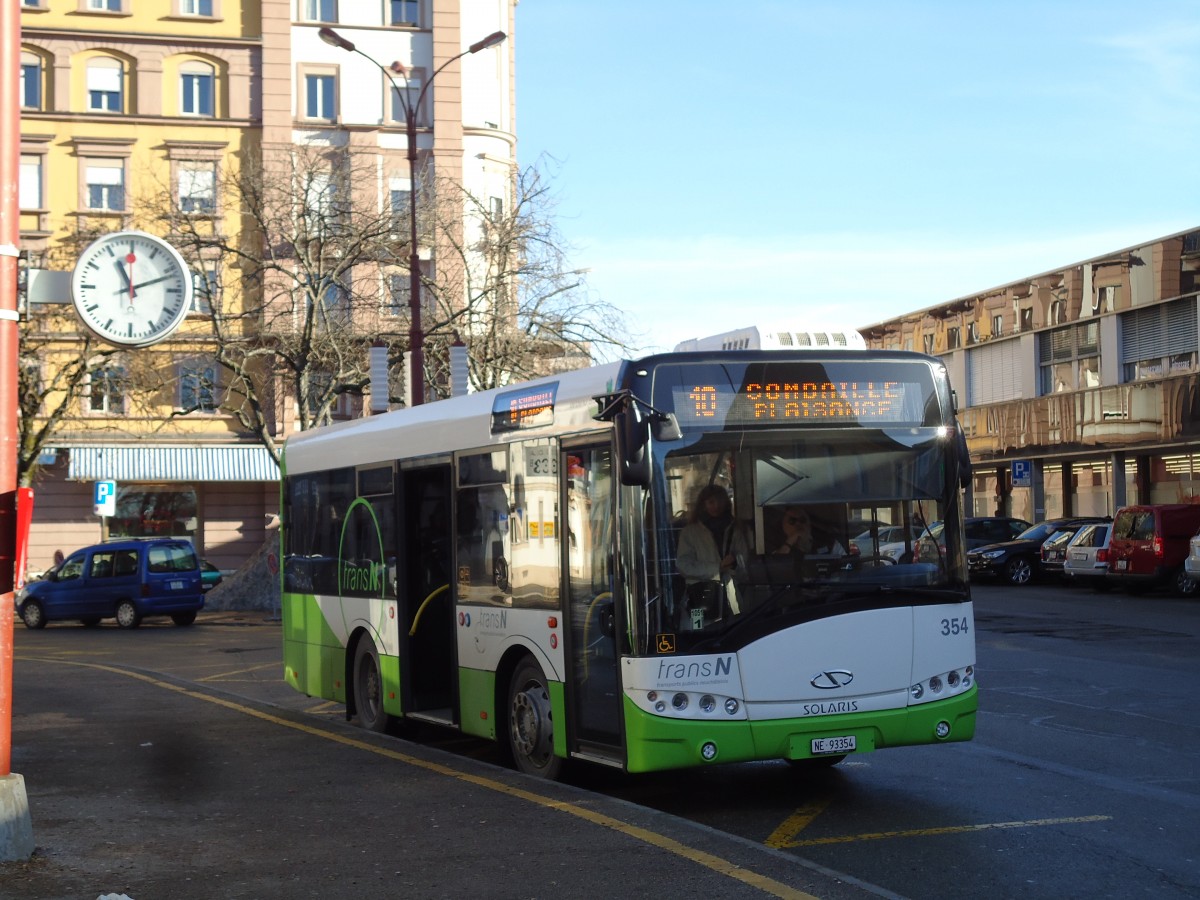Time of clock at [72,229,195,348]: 11:11
